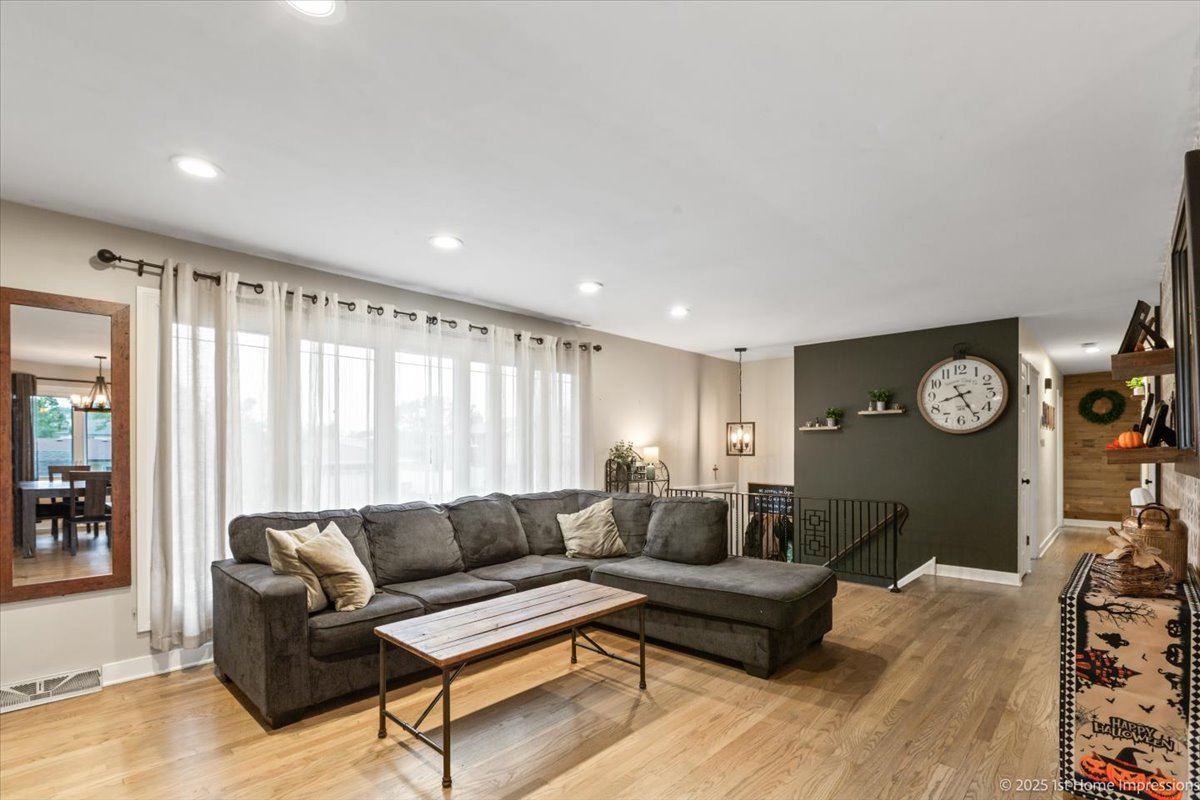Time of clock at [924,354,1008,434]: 8:24
